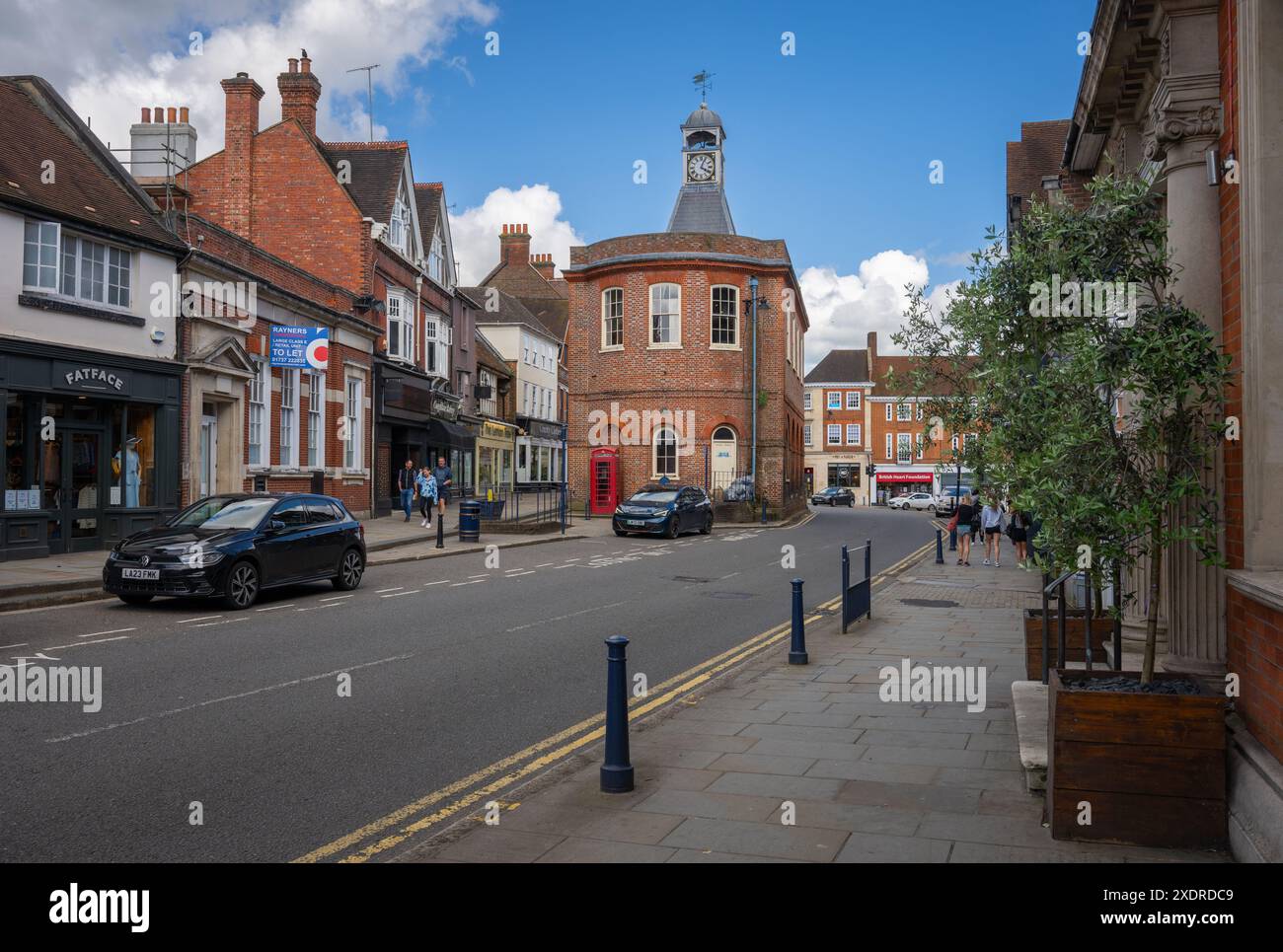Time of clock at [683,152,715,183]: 4:03
